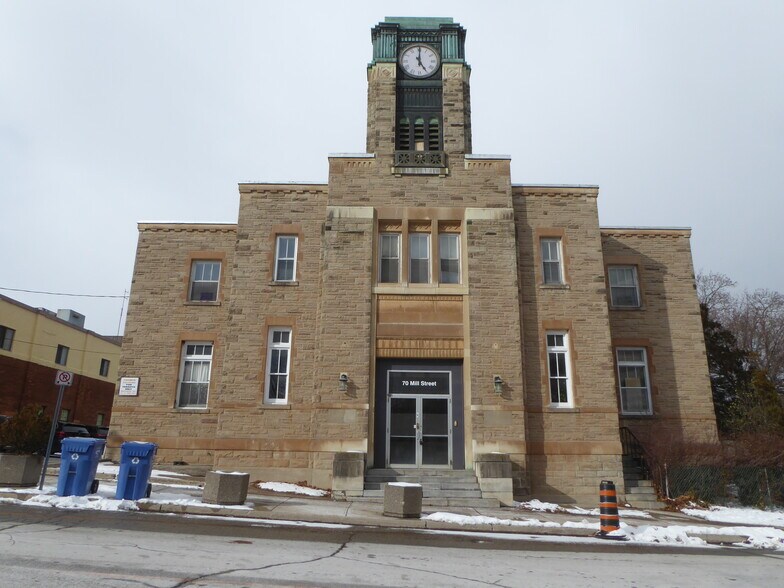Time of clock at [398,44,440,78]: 5:00
